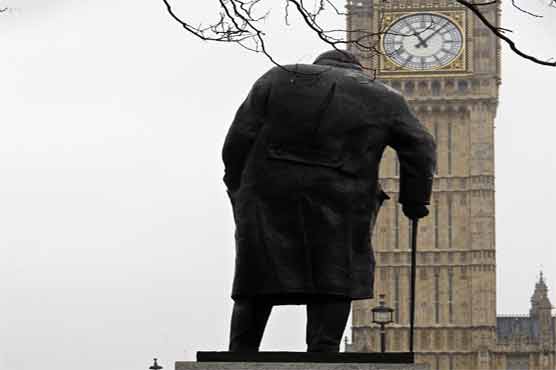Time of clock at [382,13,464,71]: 11:07
